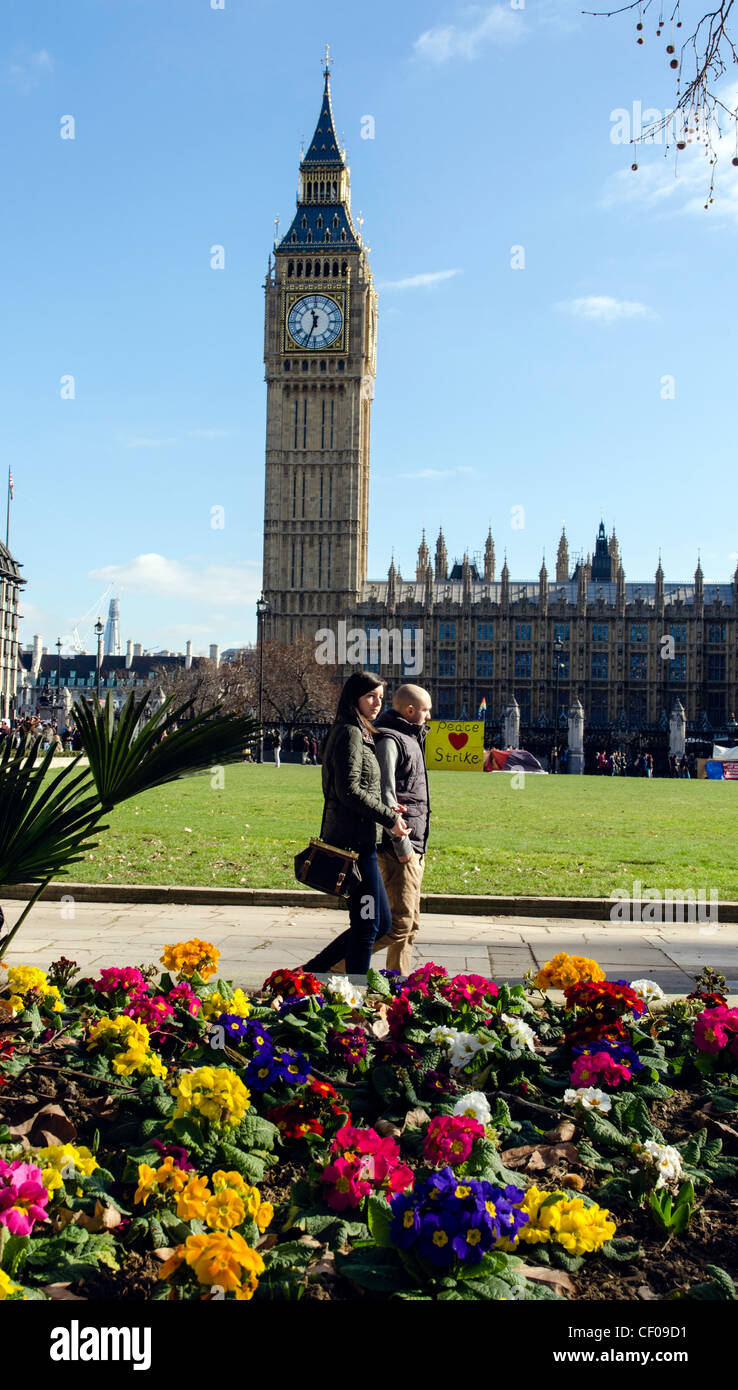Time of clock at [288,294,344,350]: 11:33
